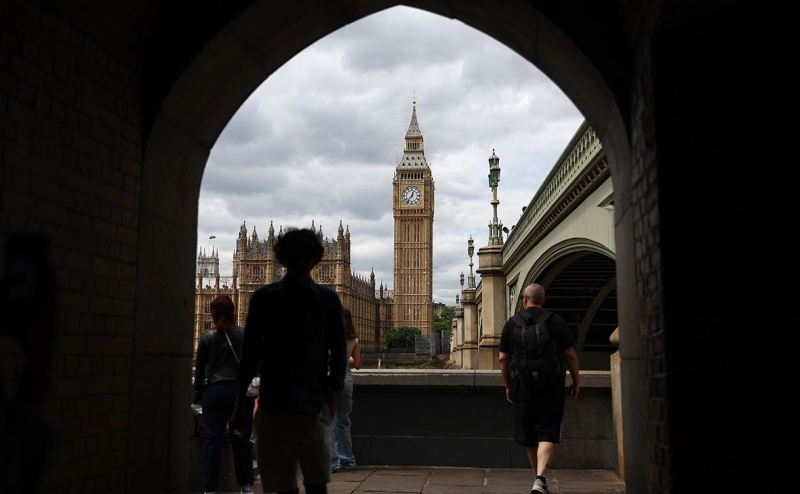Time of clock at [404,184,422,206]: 12:36
